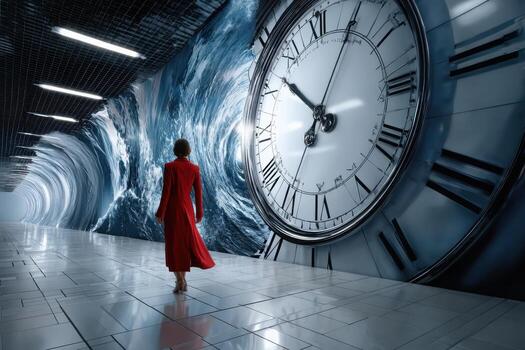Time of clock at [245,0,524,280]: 10:05
